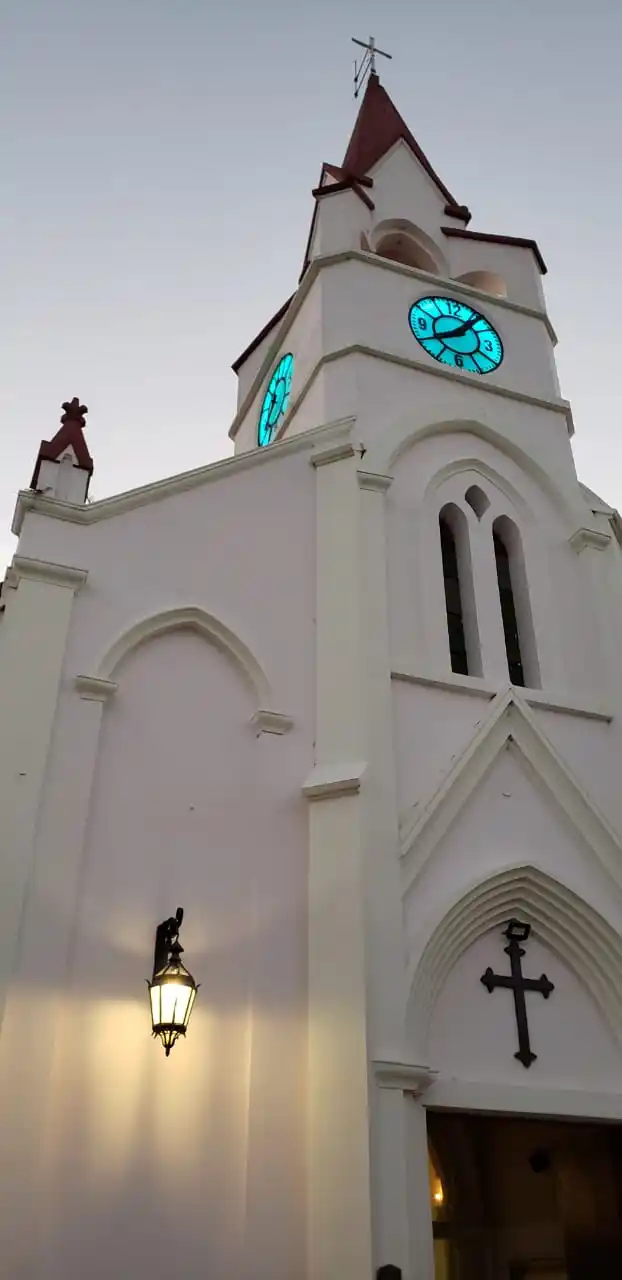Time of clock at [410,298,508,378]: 8:06
